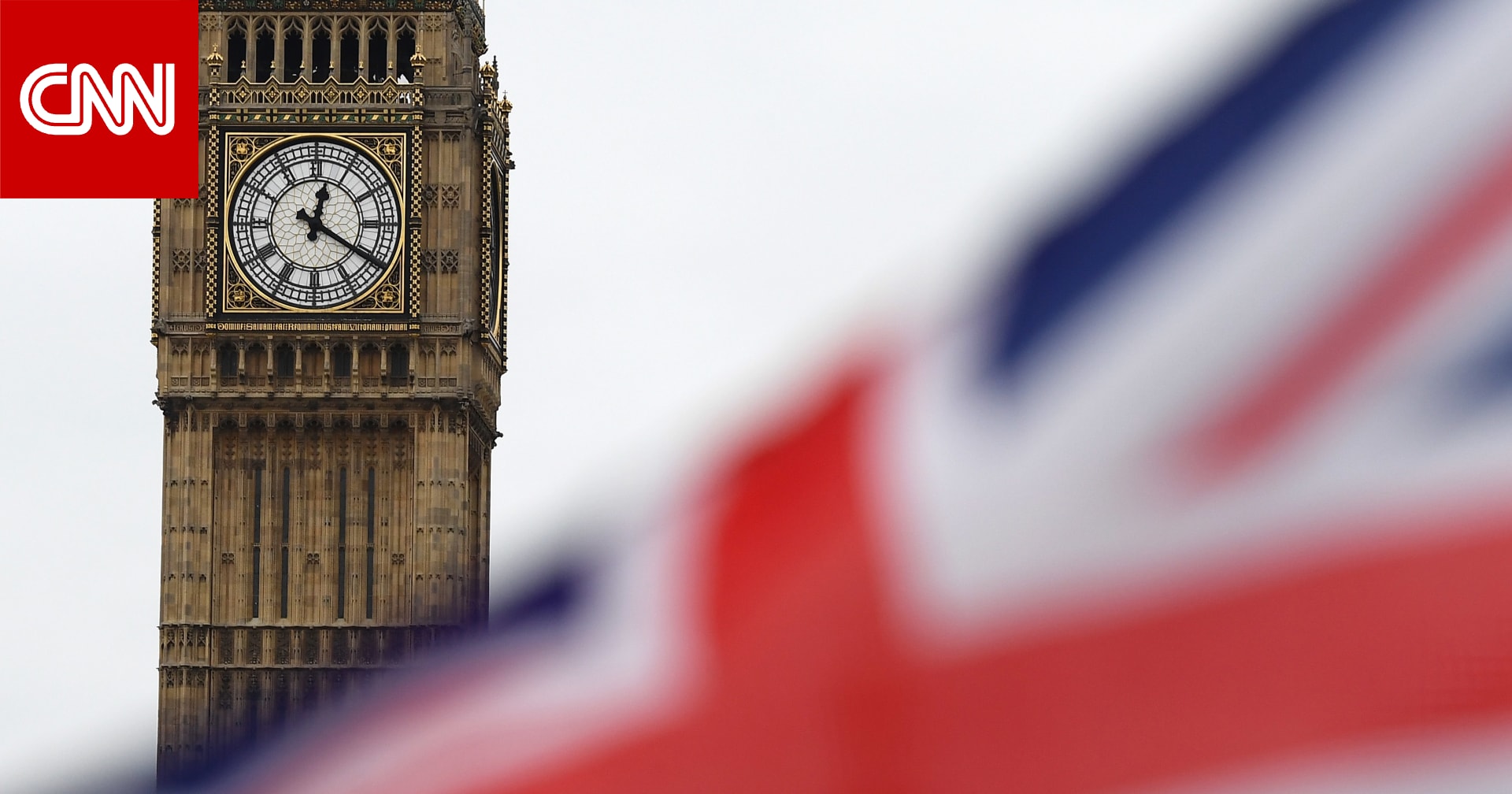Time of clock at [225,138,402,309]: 12:20
